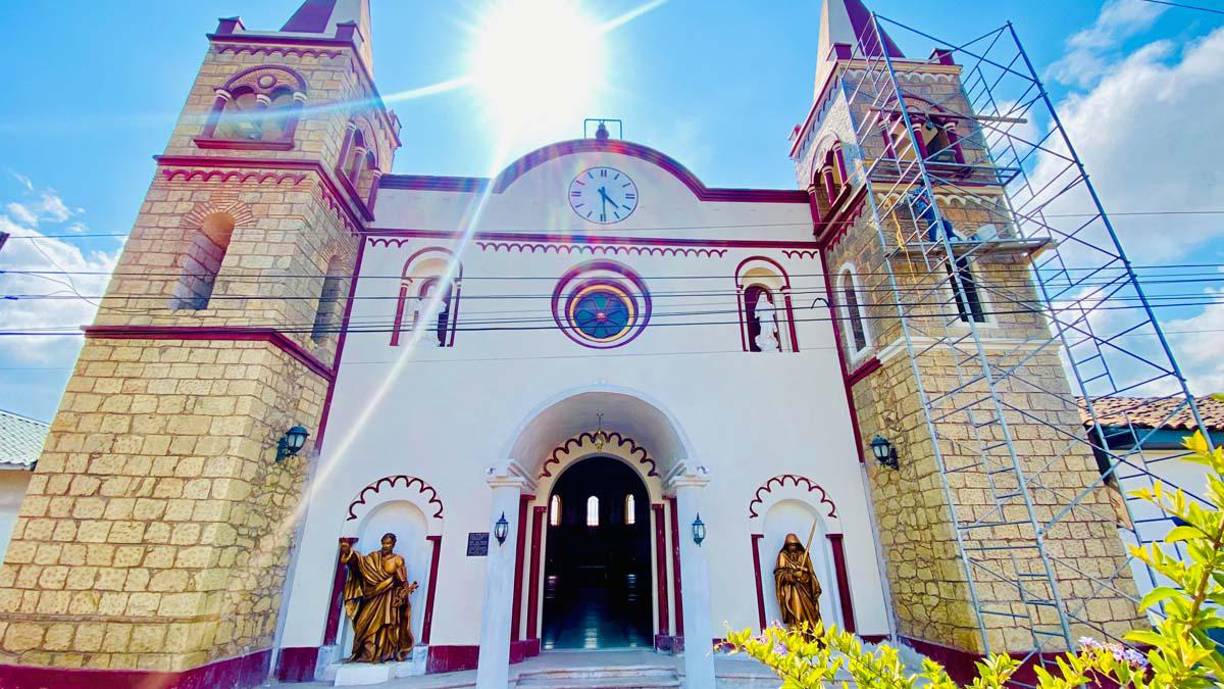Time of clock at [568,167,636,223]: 4:29
